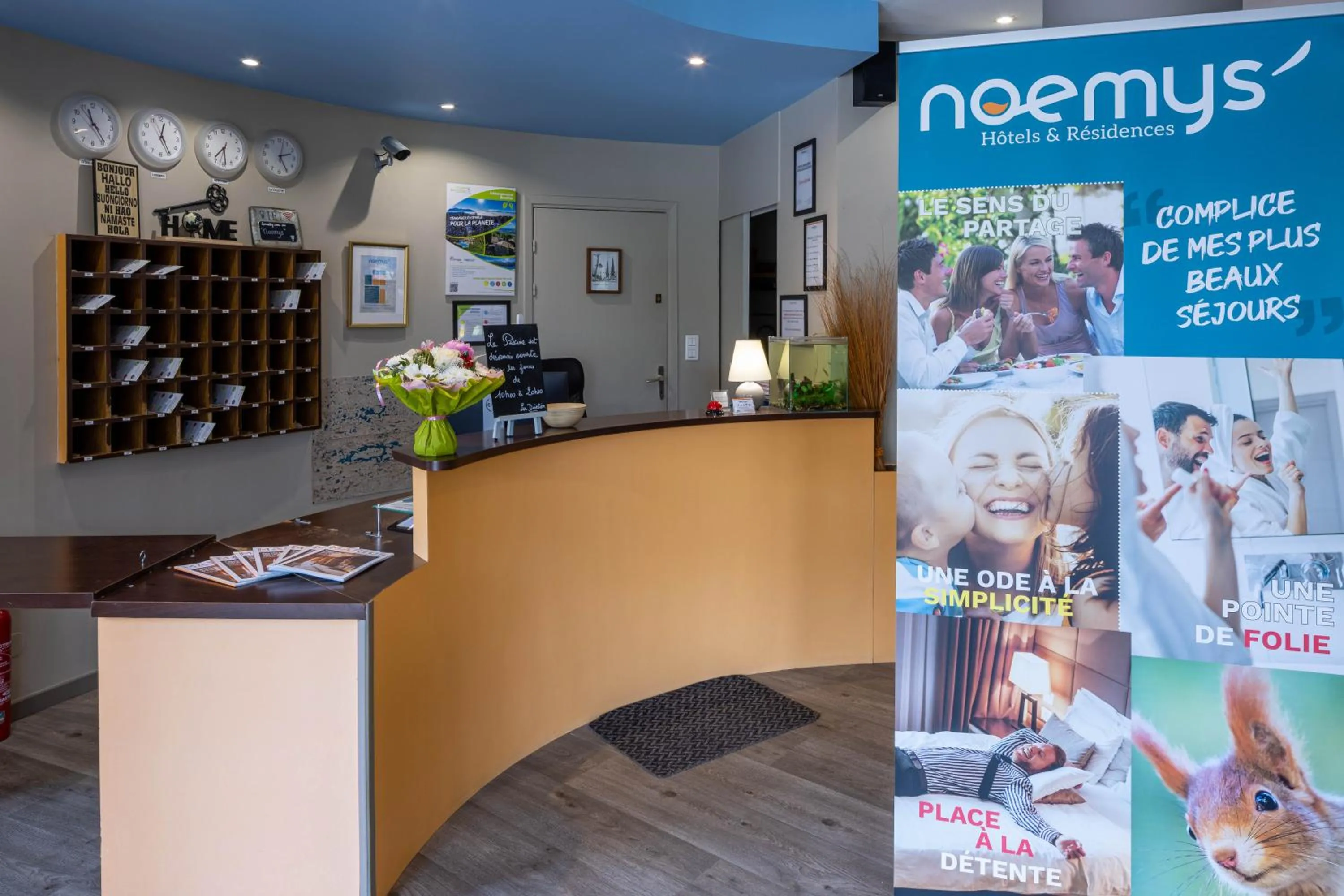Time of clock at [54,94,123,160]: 11:23
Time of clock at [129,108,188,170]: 12:24
